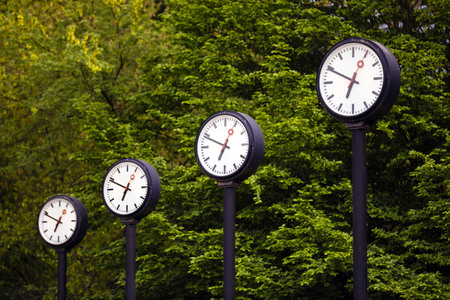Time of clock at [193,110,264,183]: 6:48
